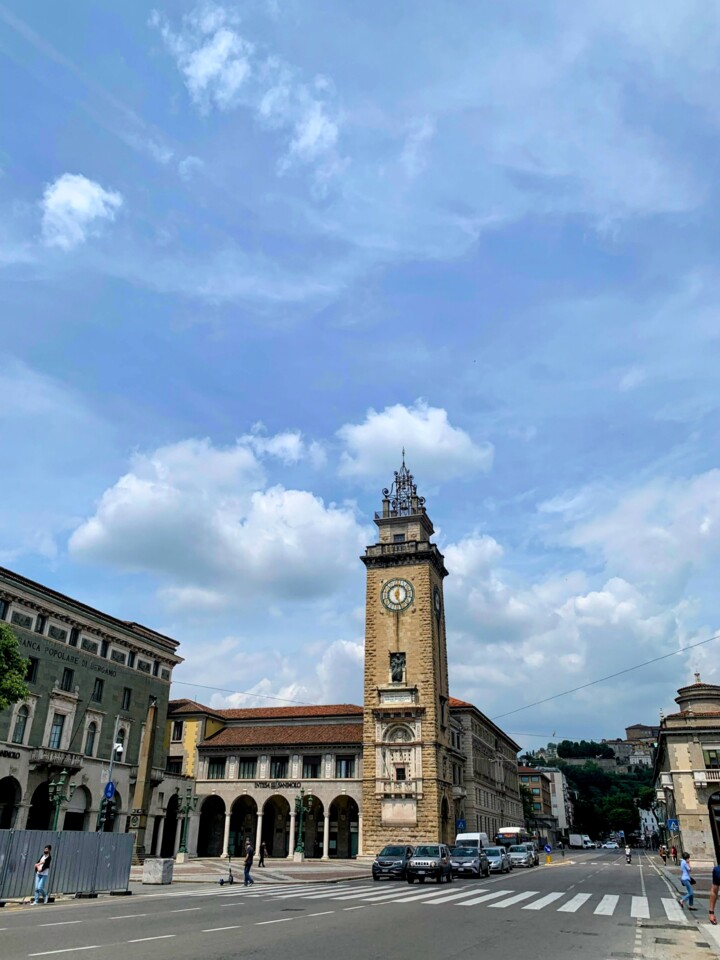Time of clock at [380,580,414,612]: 12:26
